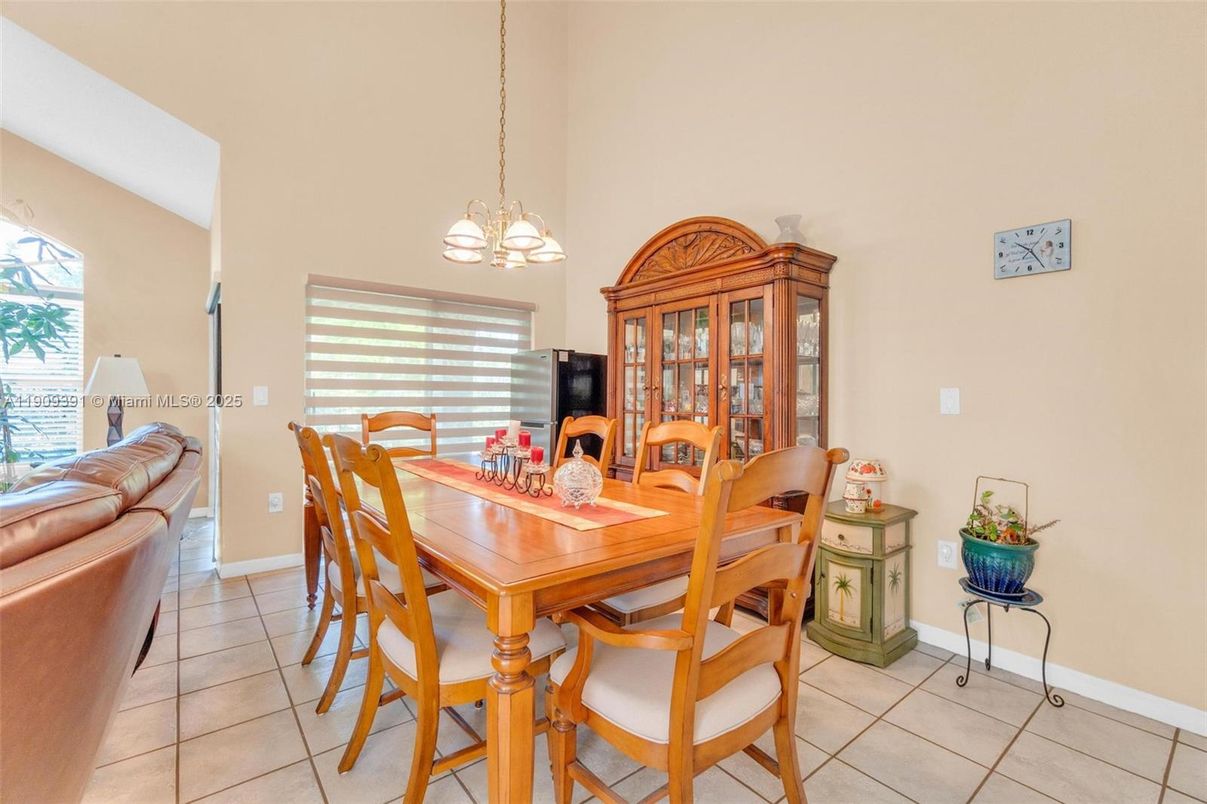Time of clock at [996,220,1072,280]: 10:24
